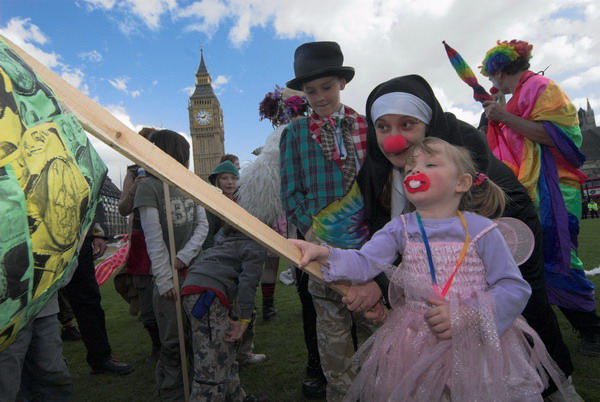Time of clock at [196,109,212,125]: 1:46
